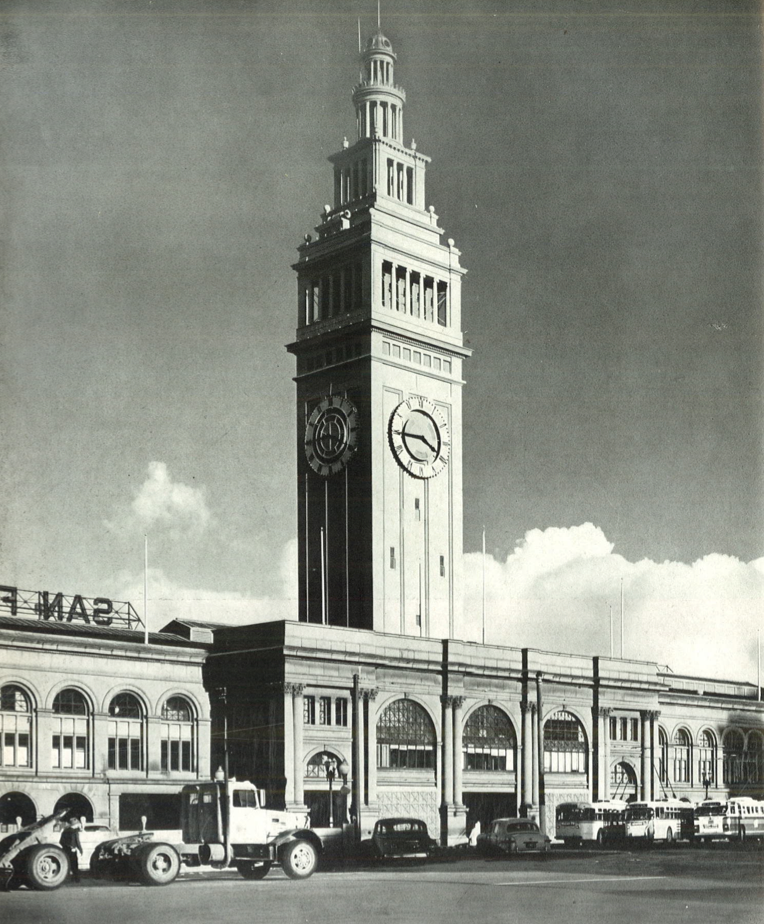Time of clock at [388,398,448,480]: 3:44
